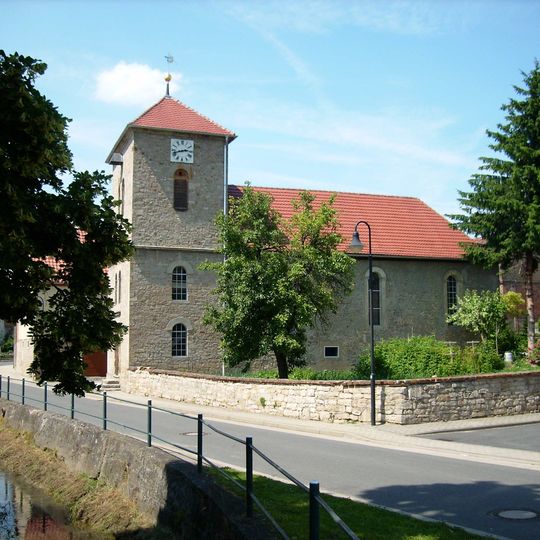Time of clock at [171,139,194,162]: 2:42
